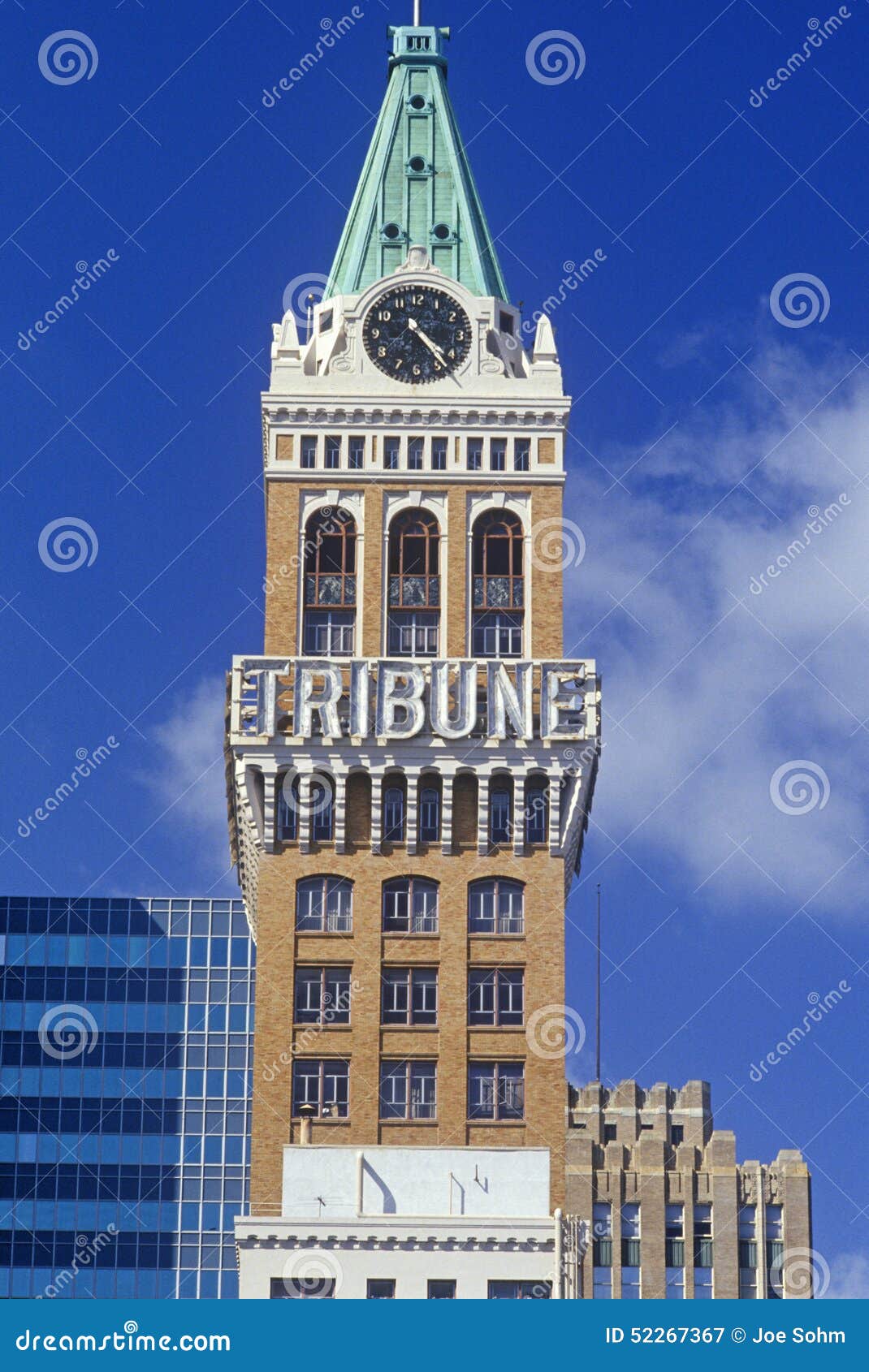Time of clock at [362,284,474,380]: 4:23
